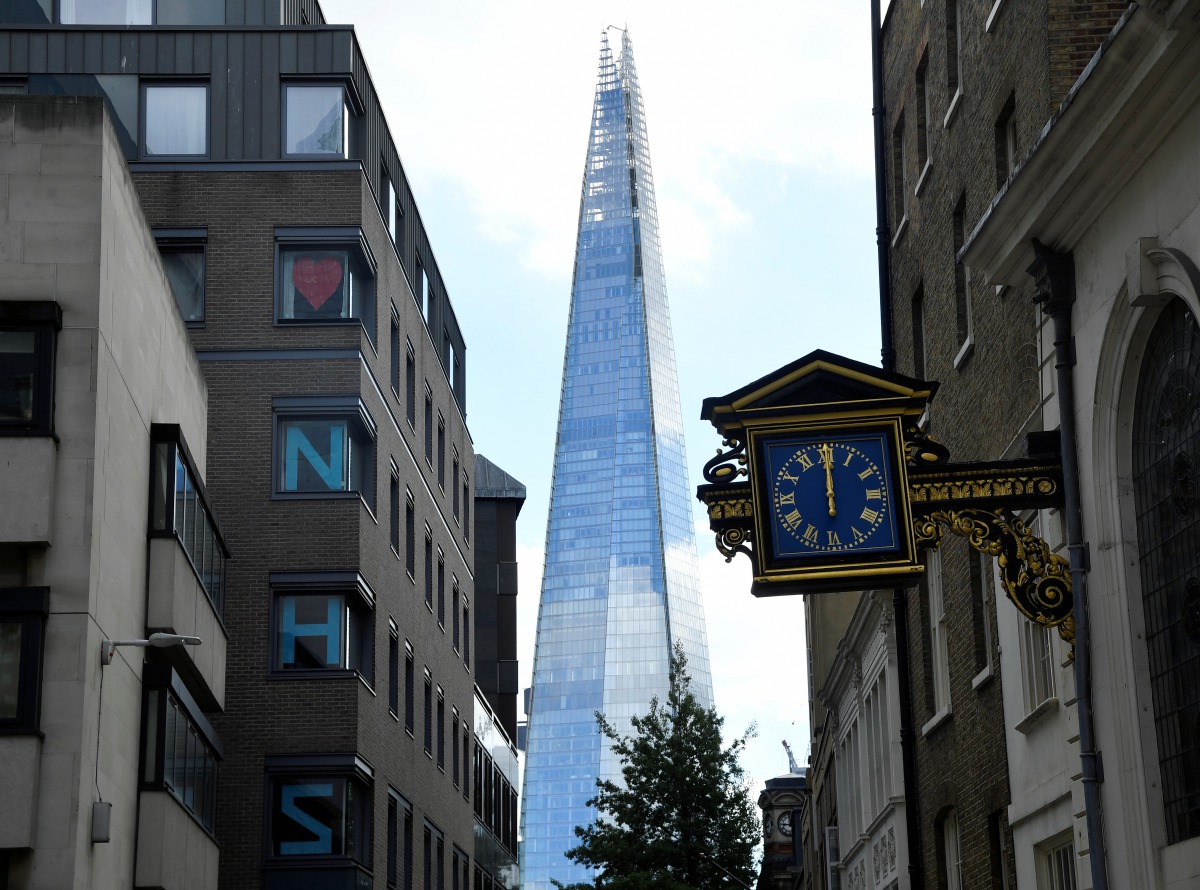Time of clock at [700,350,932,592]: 12:00
